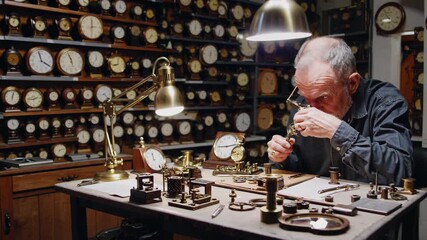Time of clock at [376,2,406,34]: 8:53
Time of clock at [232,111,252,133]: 12:20
